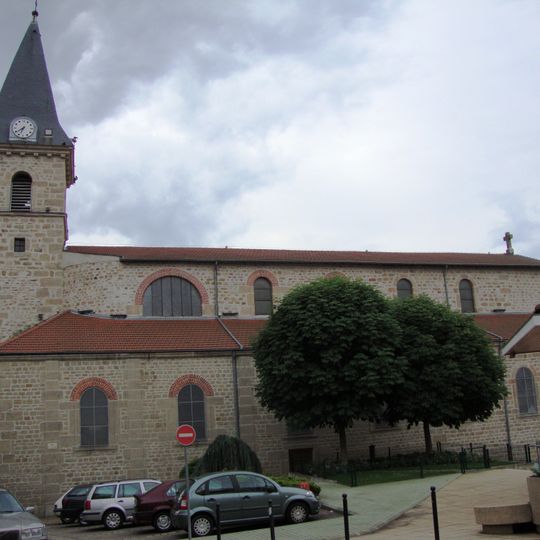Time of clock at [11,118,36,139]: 6:39
